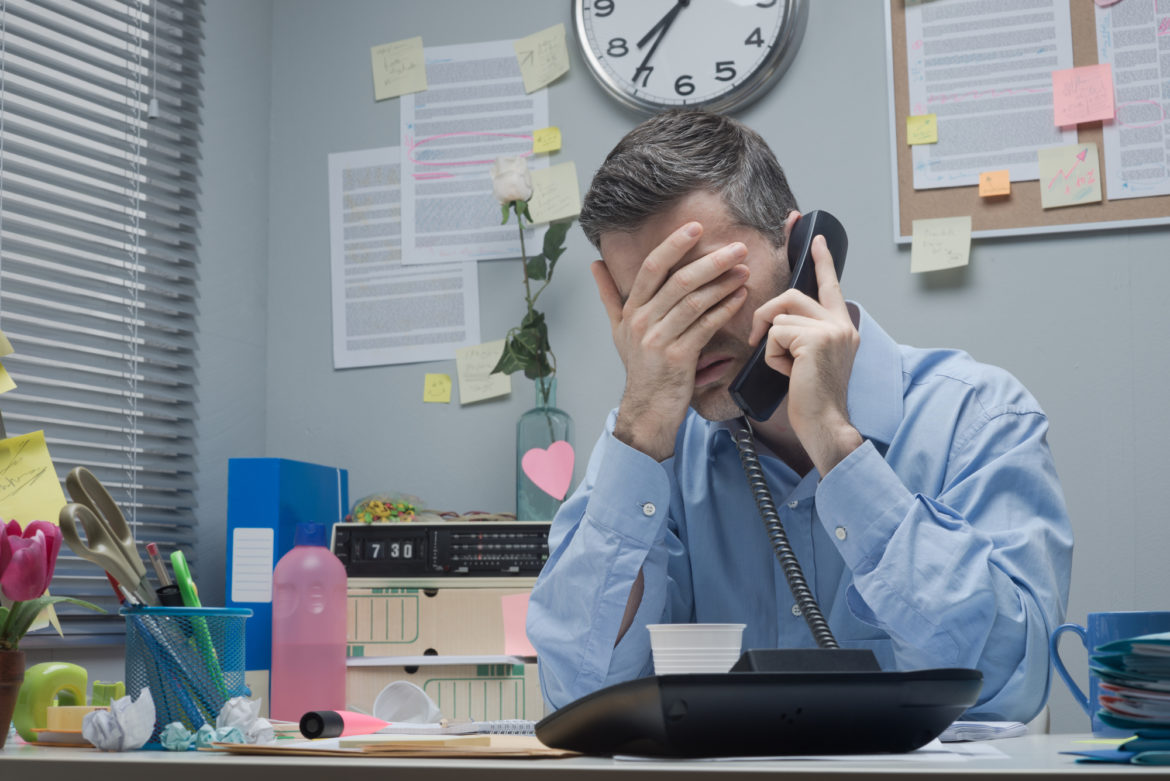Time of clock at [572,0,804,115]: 7:35
